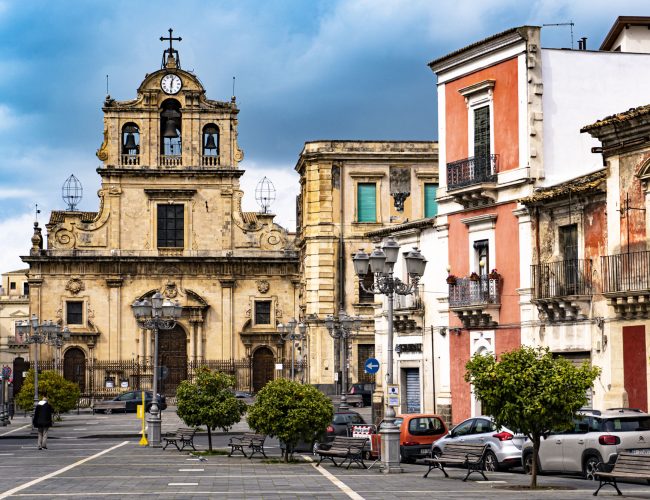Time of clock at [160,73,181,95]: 12:30
